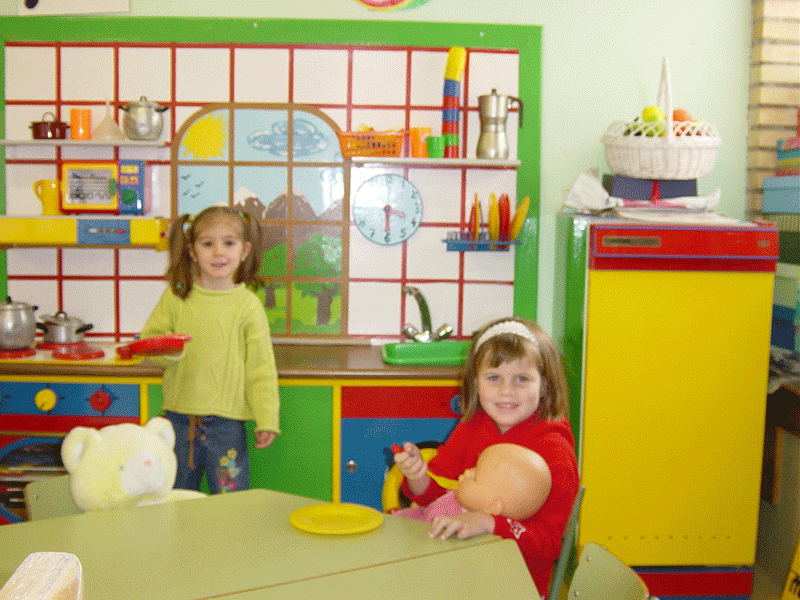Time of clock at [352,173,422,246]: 3:30
